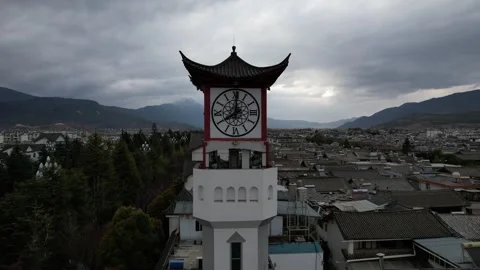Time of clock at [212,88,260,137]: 8:00
